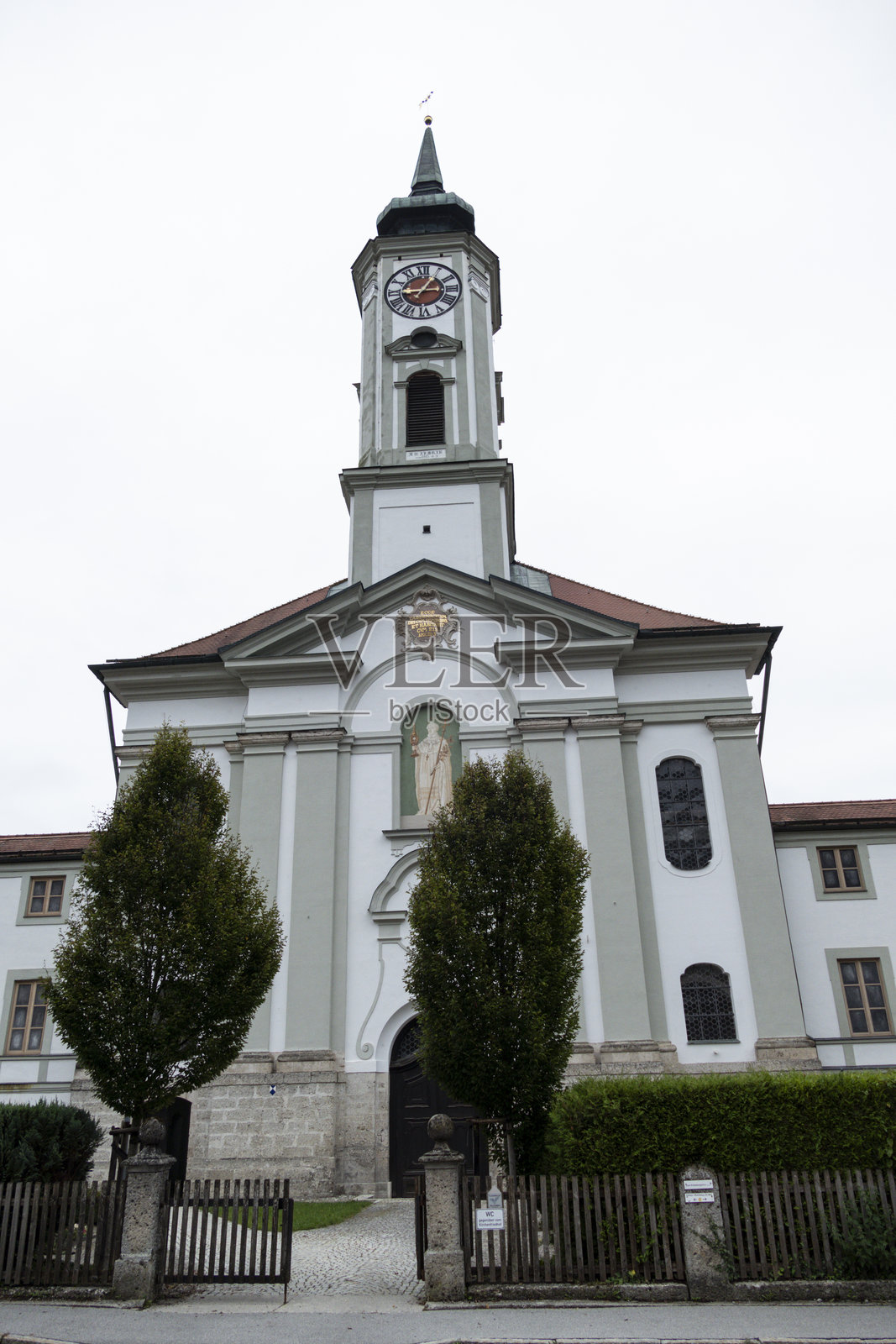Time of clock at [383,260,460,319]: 9:05
